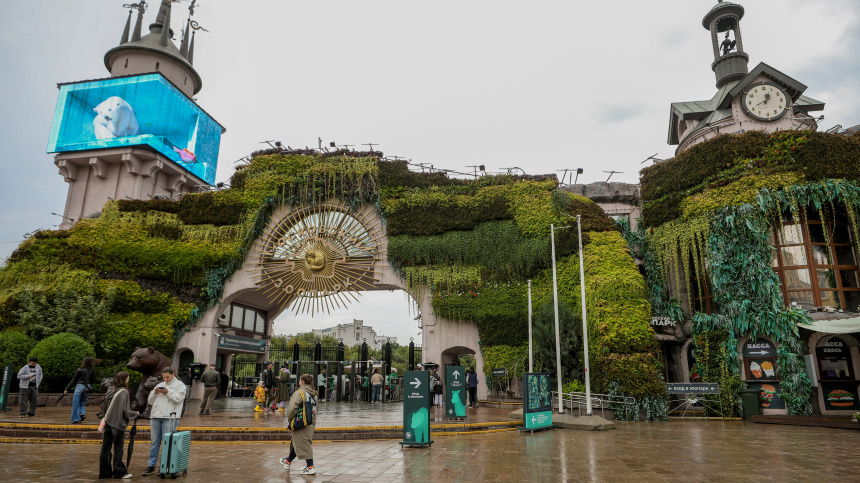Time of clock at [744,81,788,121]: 12:41
